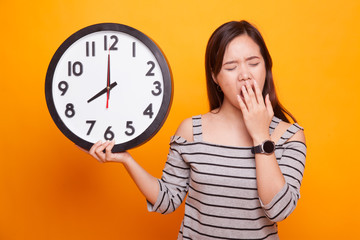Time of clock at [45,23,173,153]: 7:59
